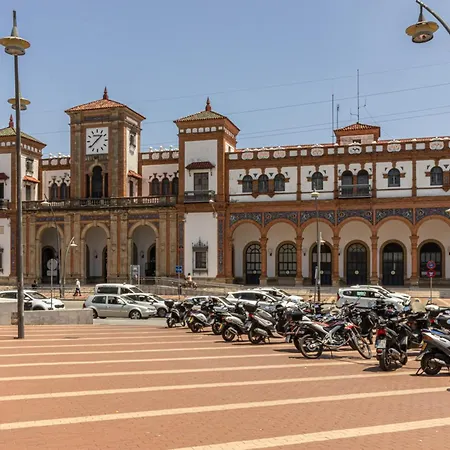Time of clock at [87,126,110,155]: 1:38
